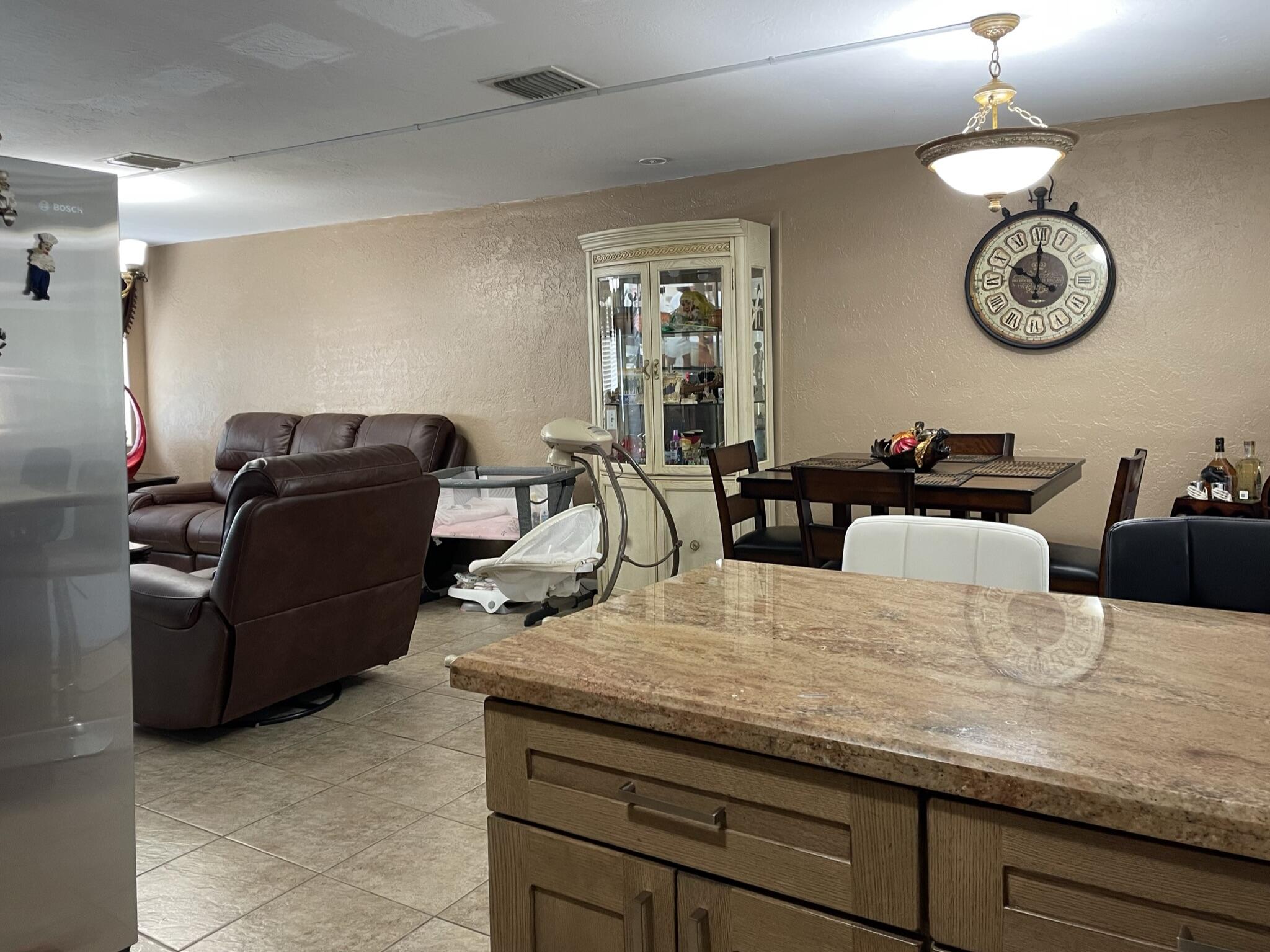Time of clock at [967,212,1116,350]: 10:00
